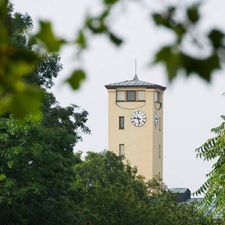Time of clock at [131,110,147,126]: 9:28
